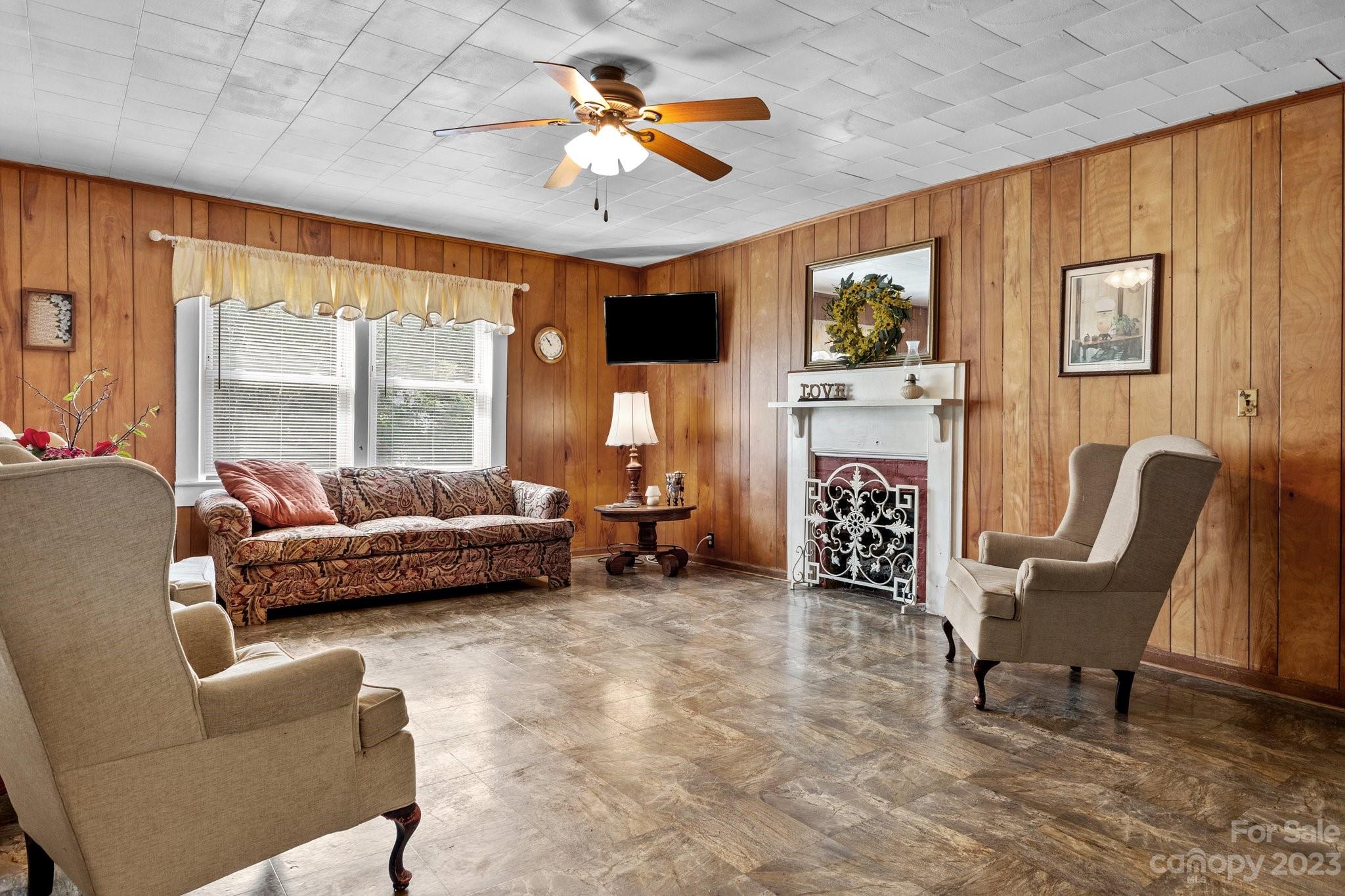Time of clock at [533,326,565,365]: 10:53
